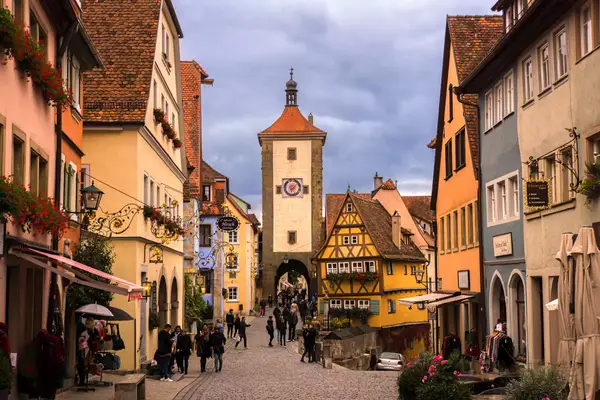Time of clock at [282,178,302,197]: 7:07
